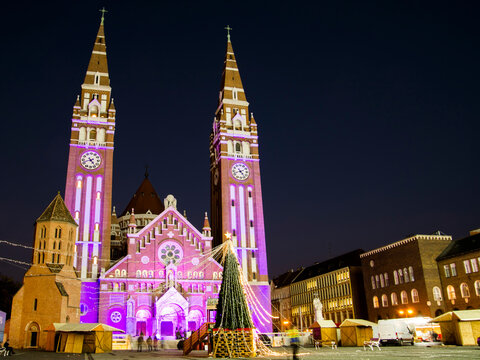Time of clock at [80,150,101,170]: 4:41
